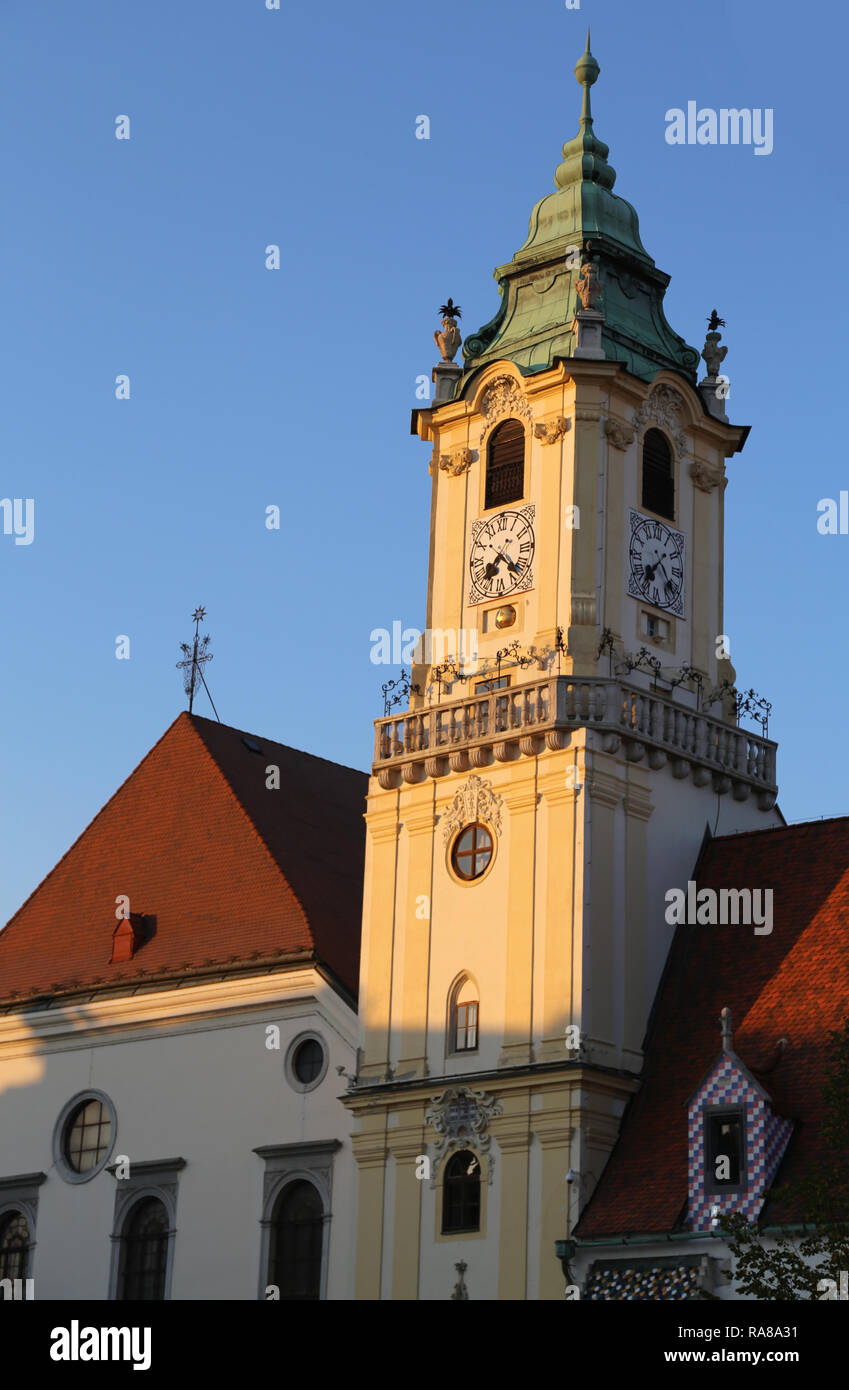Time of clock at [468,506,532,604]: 7:22
